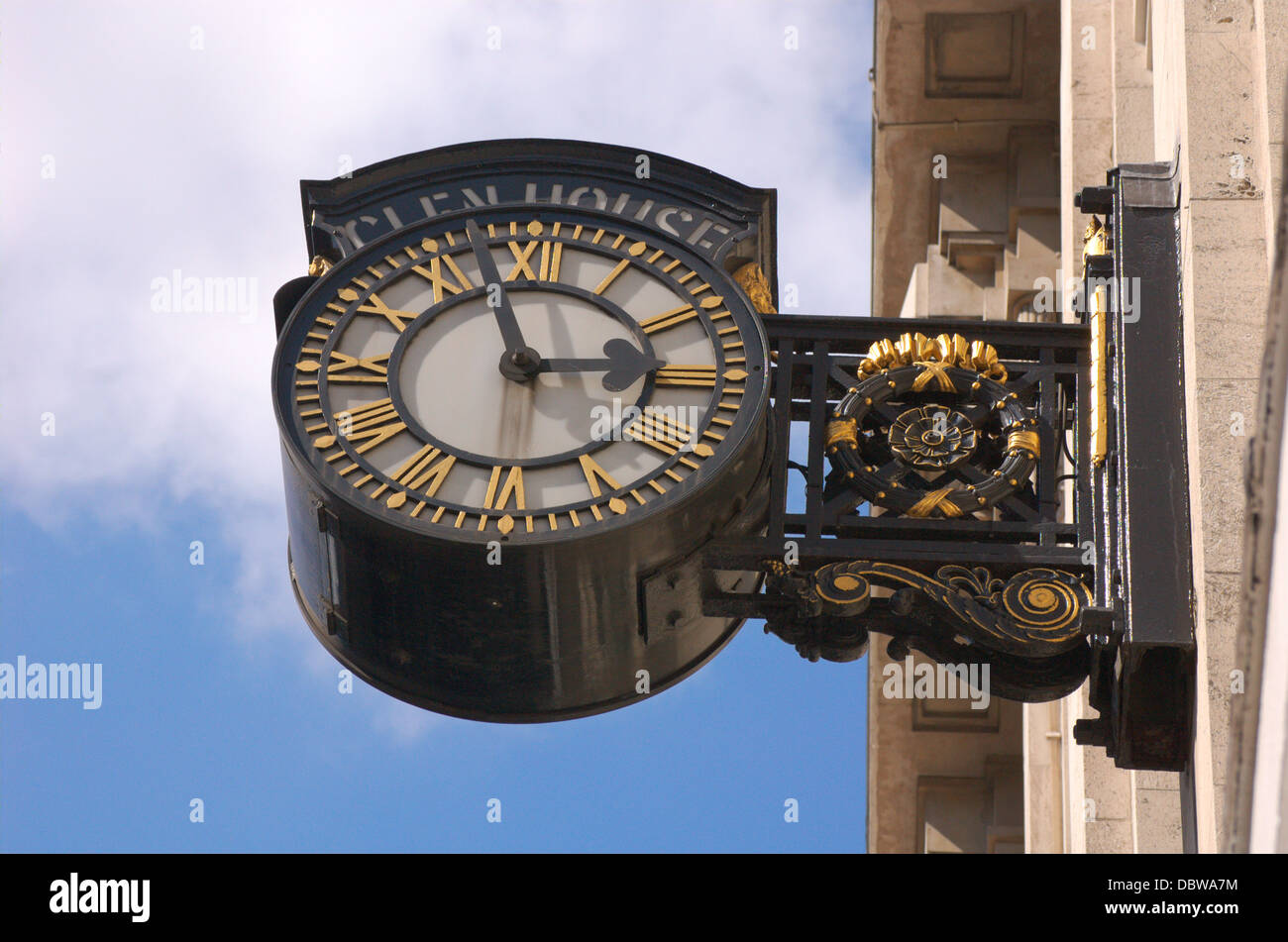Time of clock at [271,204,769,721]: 2:57
